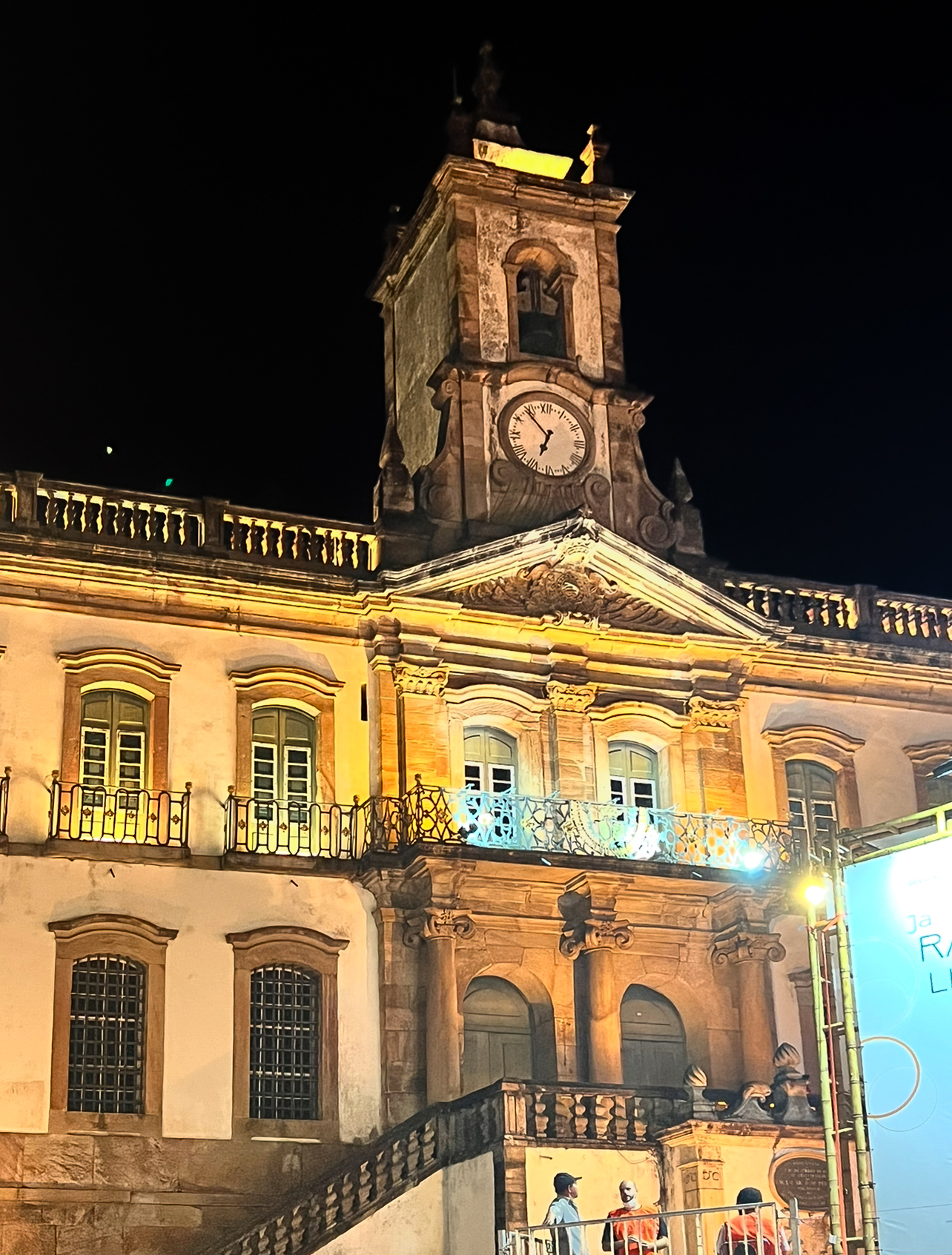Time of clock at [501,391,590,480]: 6:53
